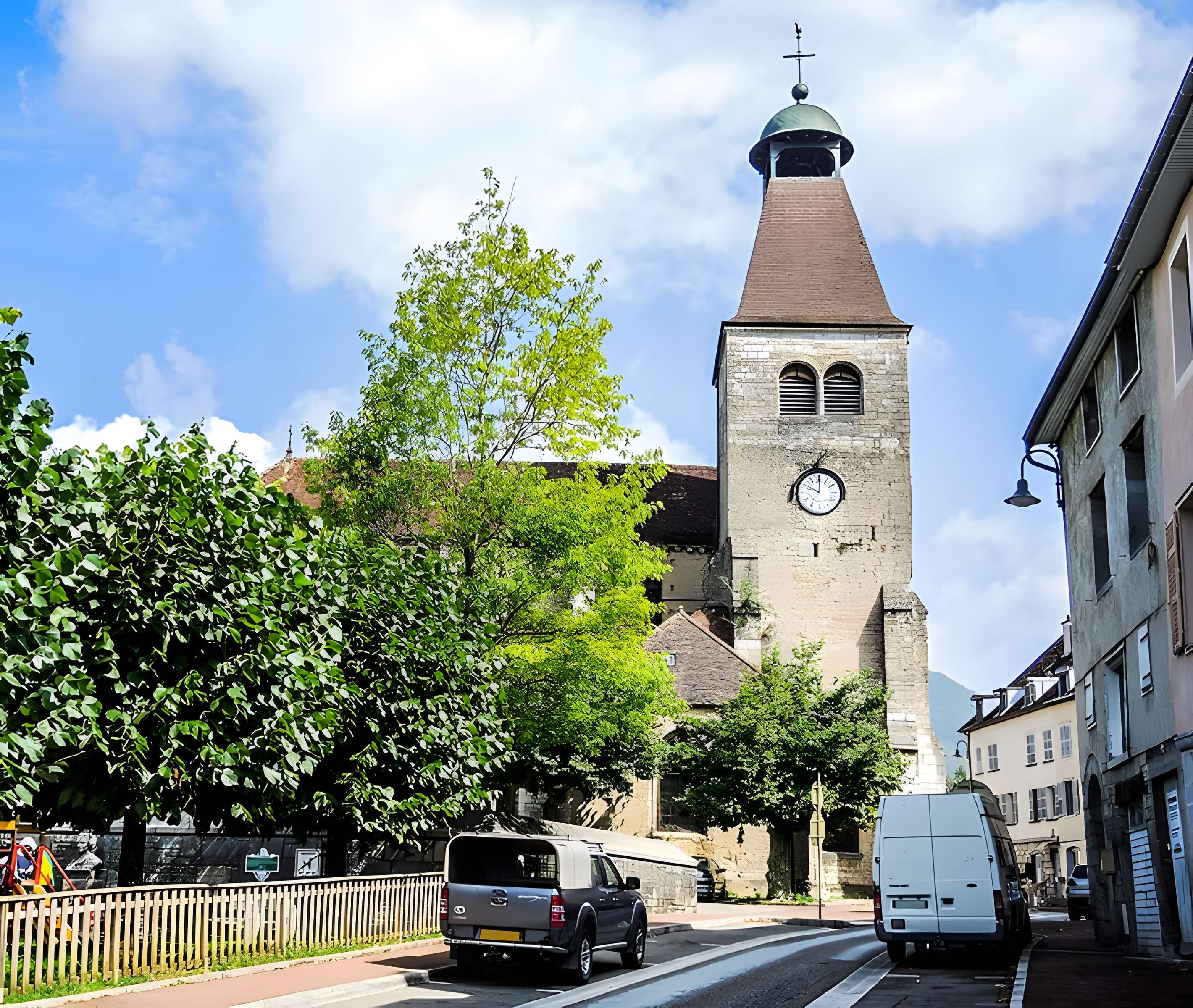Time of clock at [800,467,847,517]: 10:00
